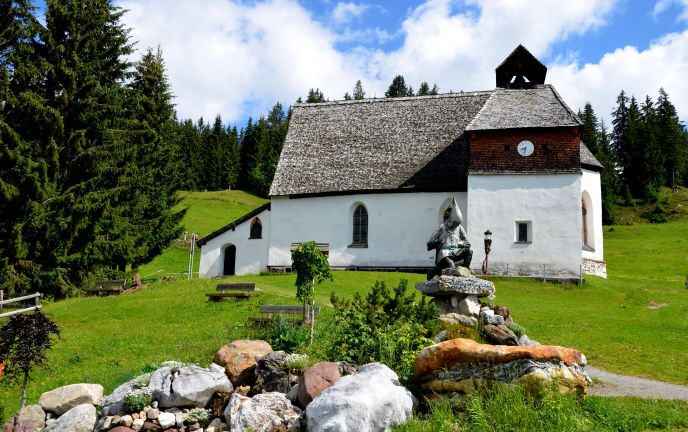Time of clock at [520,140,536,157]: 8:32
